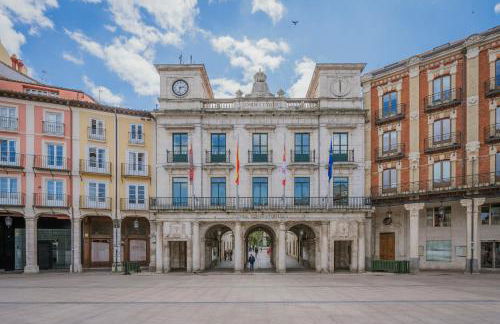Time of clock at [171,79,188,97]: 2:32
